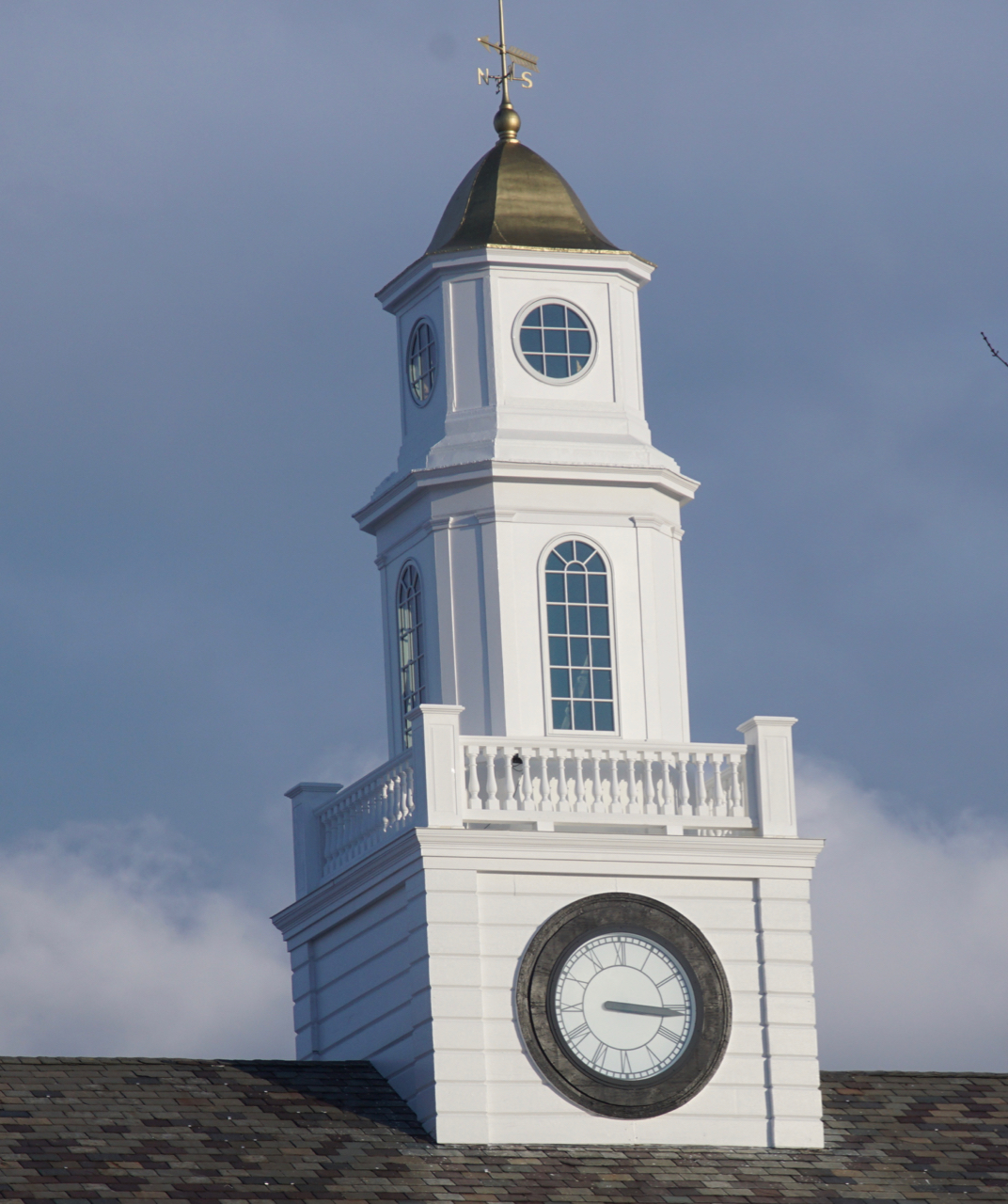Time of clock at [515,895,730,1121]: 3:15
